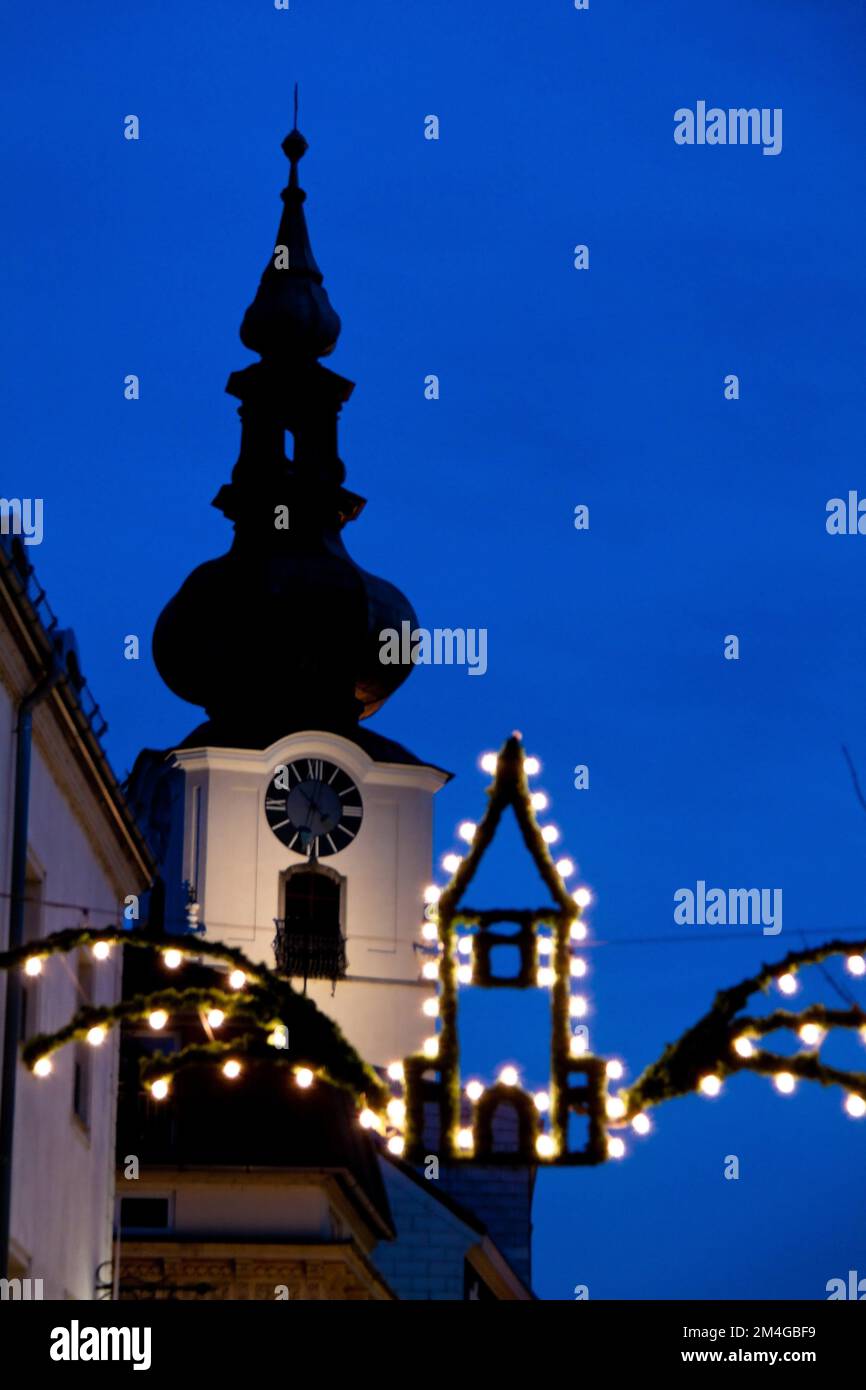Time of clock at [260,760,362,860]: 4:33
